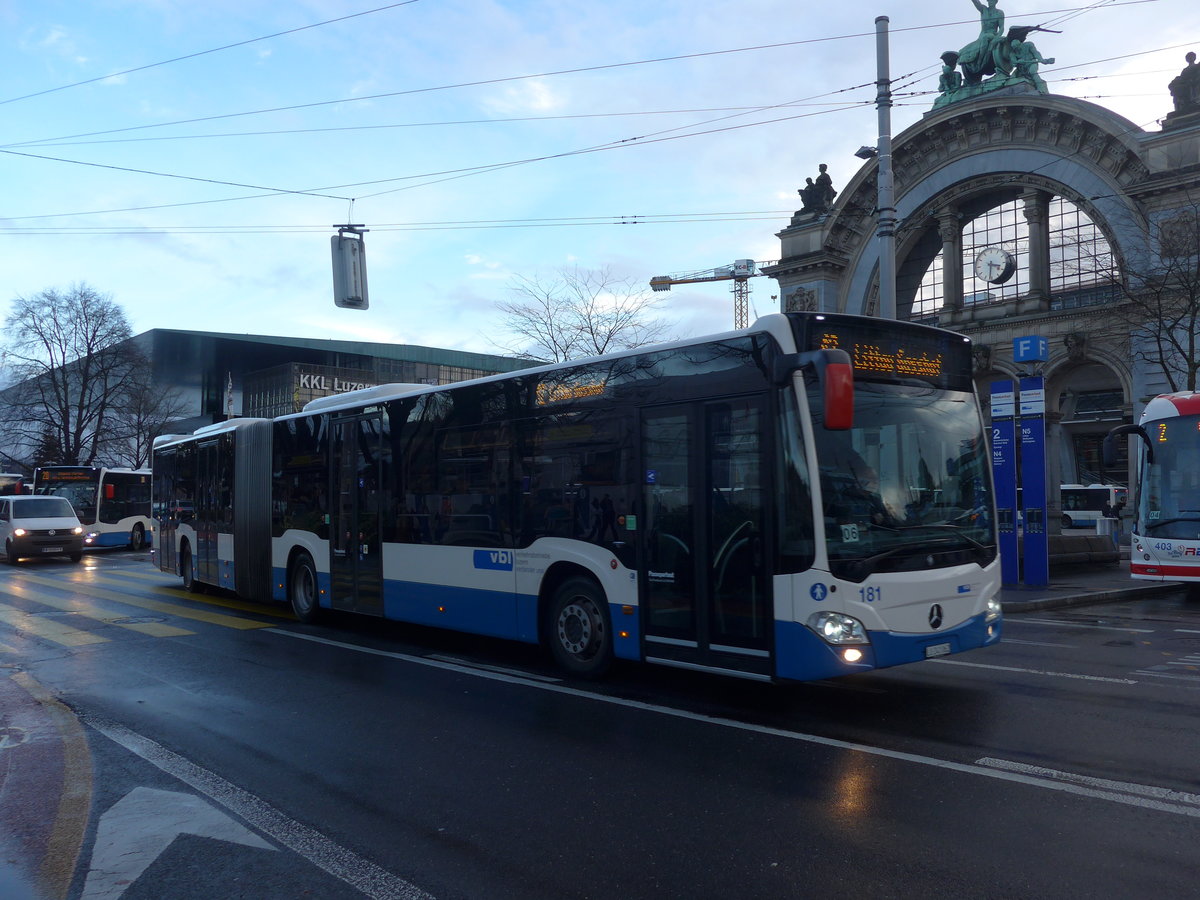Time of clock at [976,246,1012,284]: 3:31
